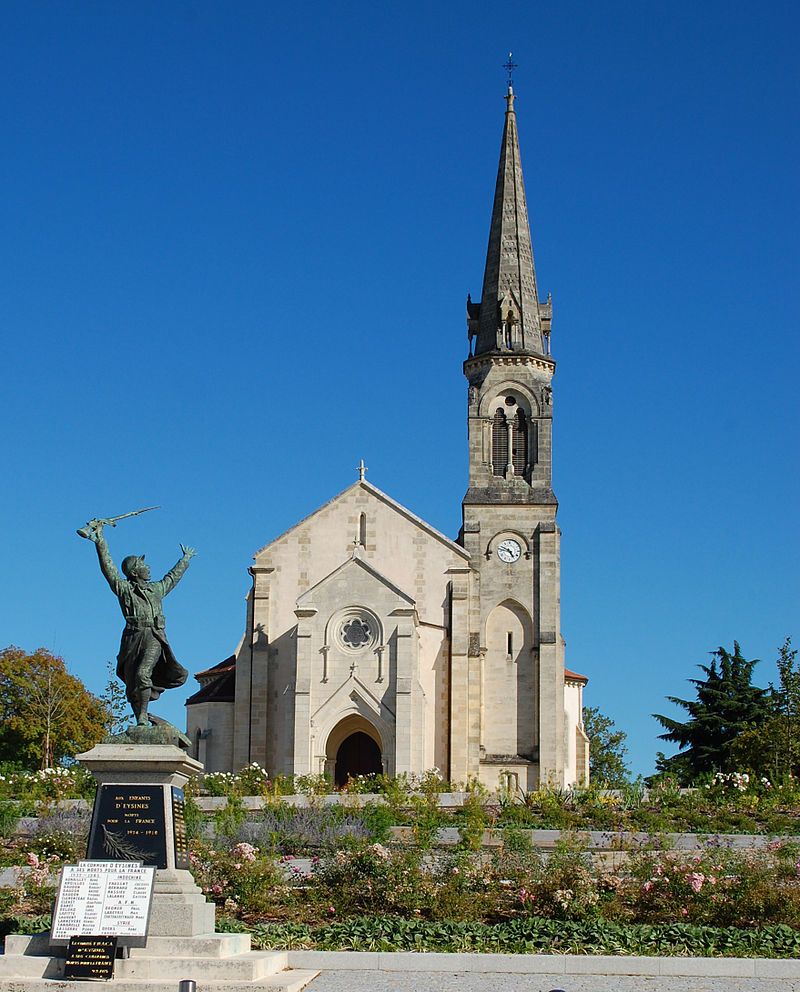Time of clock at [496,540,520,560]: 4:48
